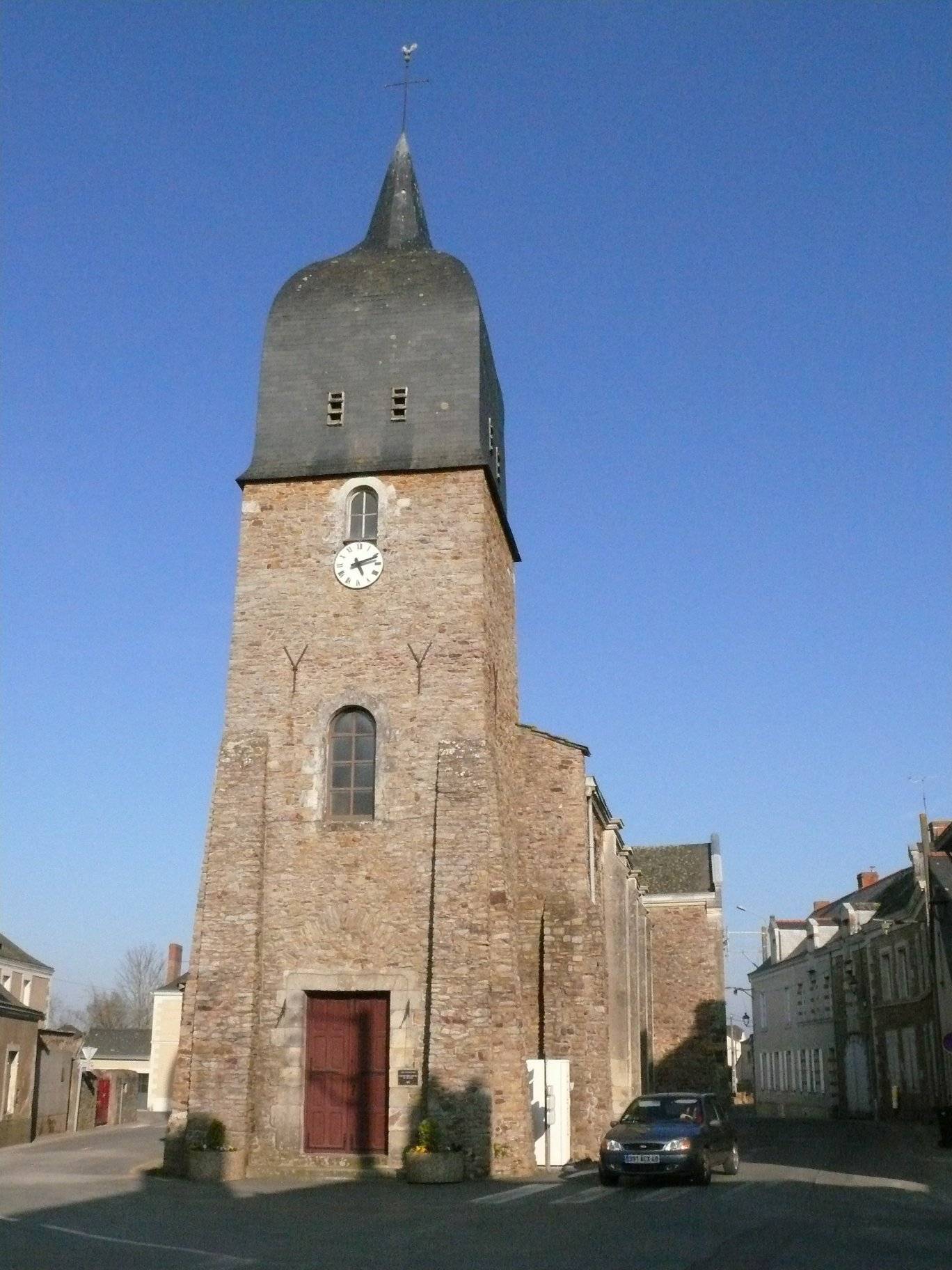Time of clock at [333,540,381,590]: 5:11
